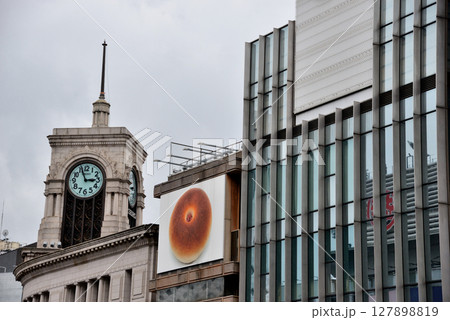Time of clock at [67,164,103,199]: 2:56
